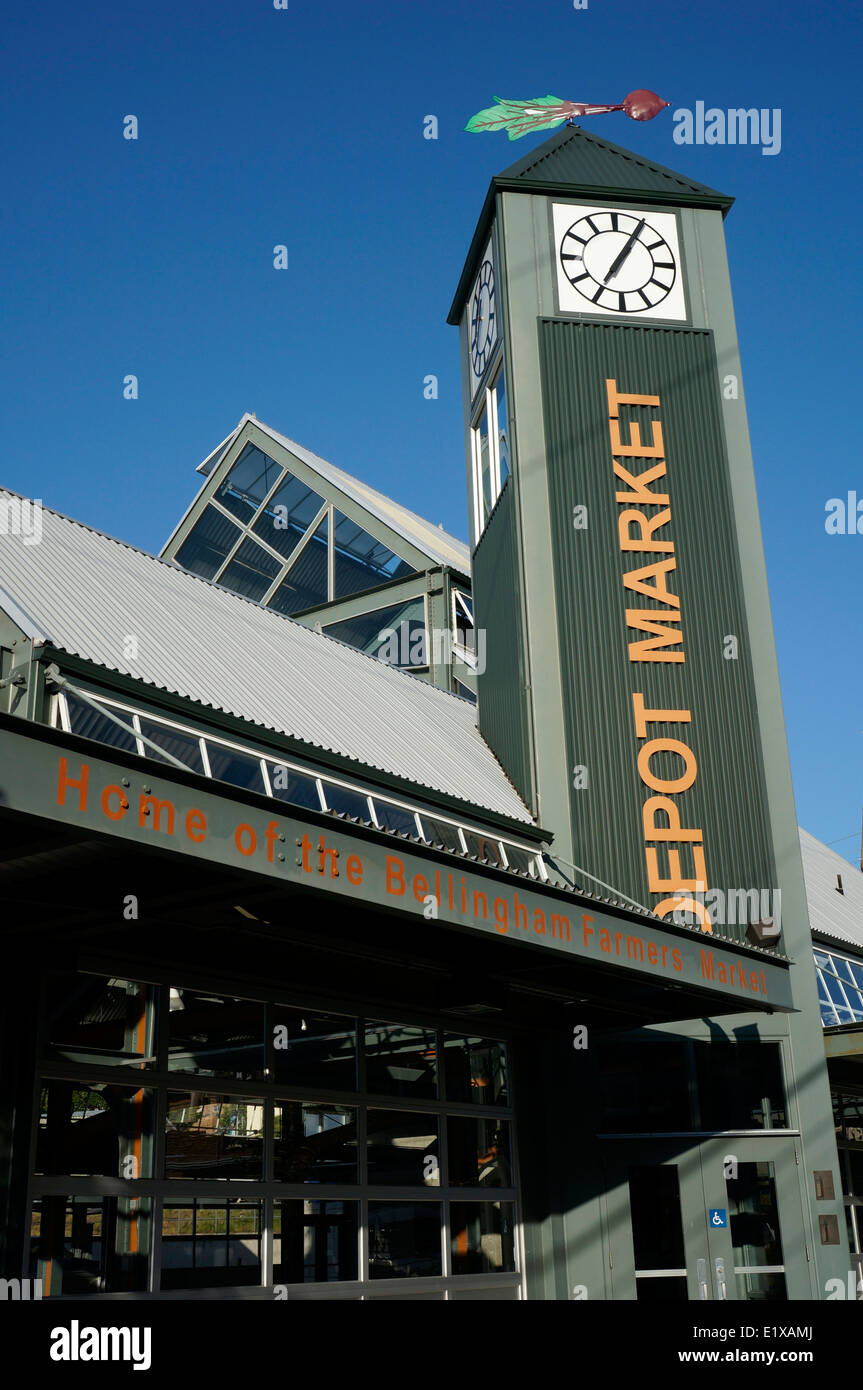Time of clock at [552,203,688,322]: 7:05
